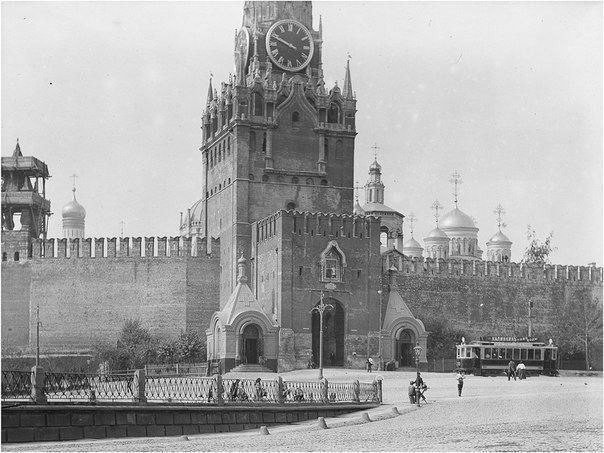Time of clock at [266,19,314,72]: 9:48
